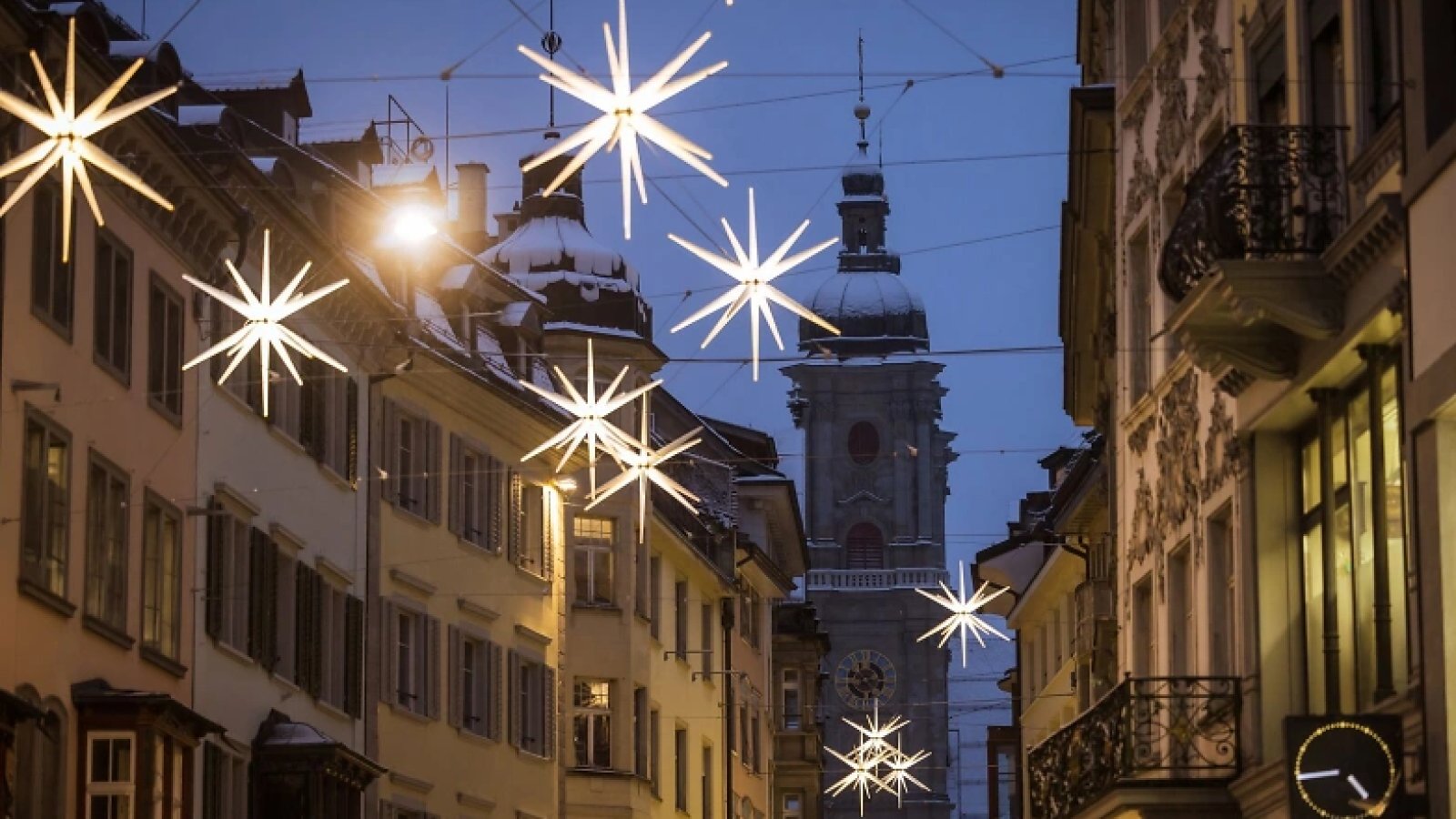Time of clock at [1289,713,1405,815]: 4:44
